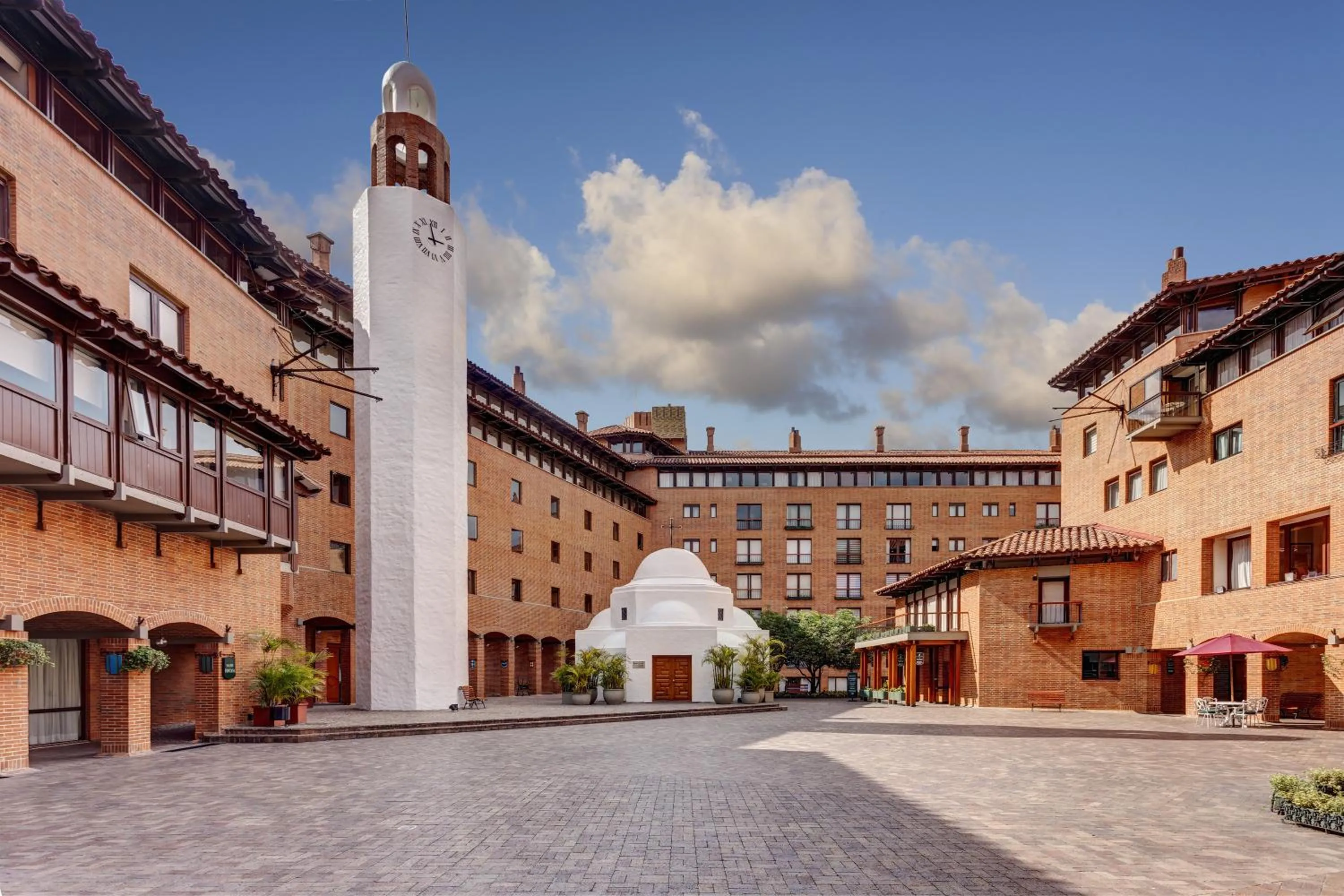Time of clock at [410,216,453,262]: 2:58
